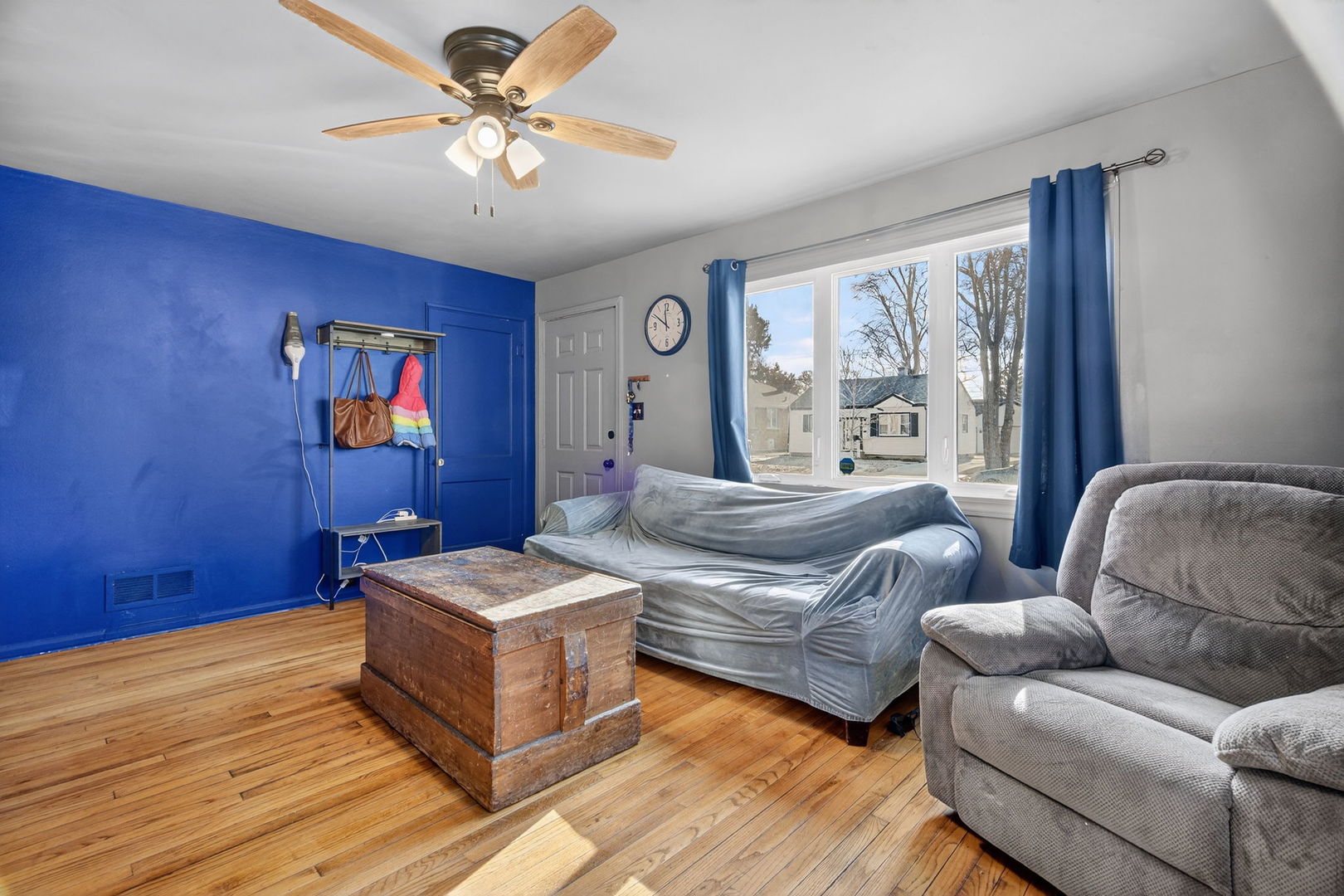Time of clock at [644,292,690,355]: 11:50
